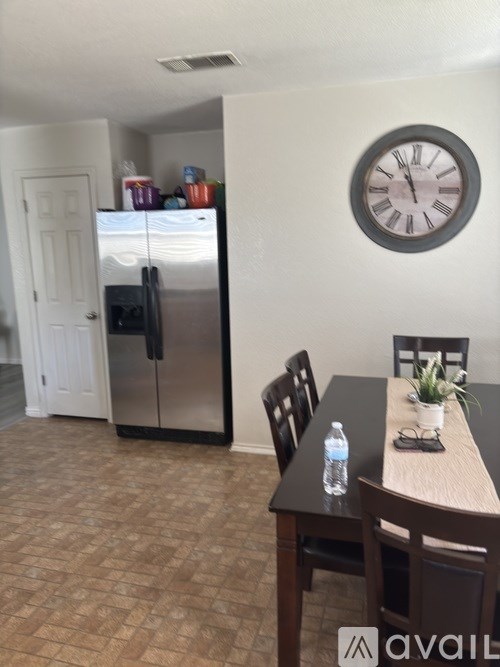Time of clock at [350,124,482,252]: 10:56
